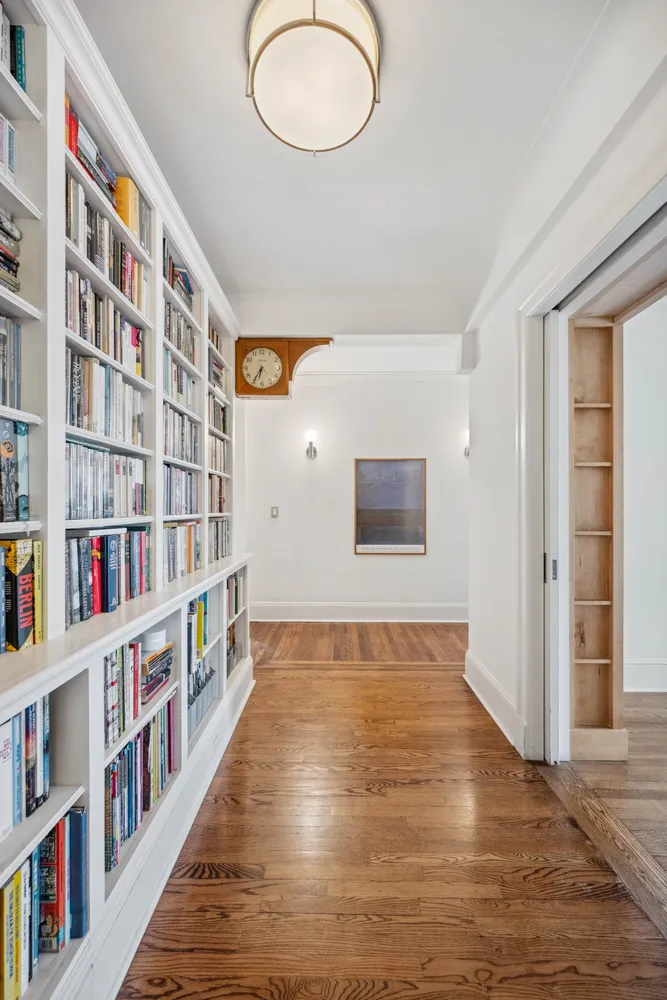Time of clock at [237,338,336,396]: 6:35
